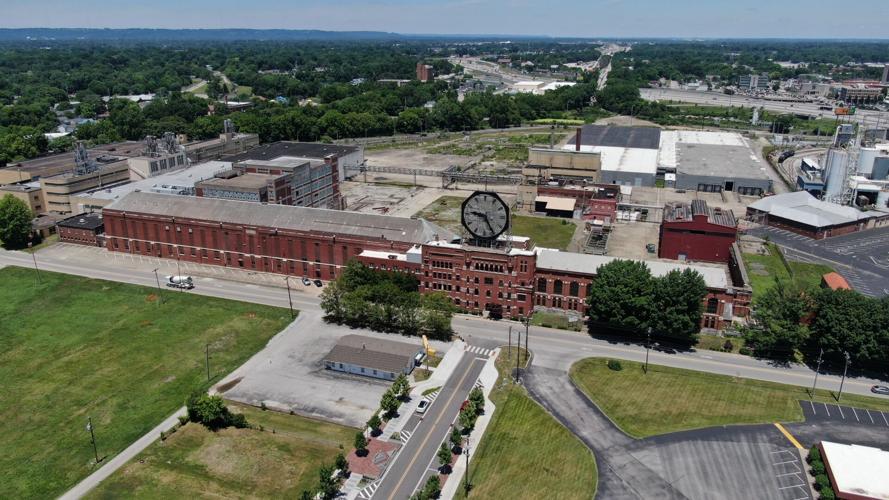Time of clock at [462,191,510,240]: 9:25
